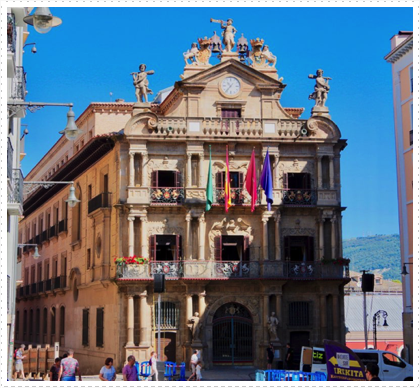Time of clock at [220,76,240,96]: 10:36
